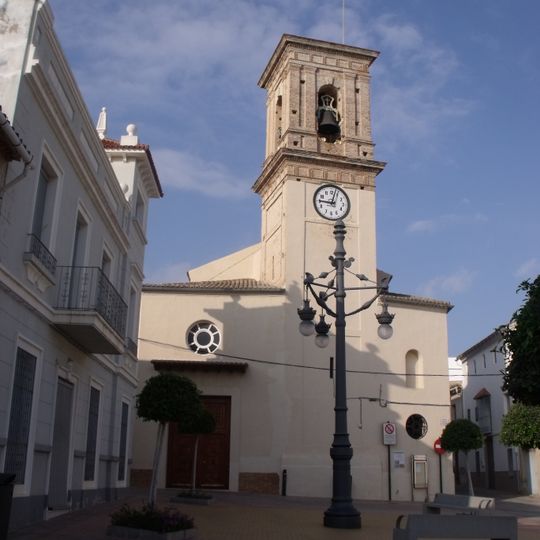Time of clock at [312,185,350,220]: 9:02
